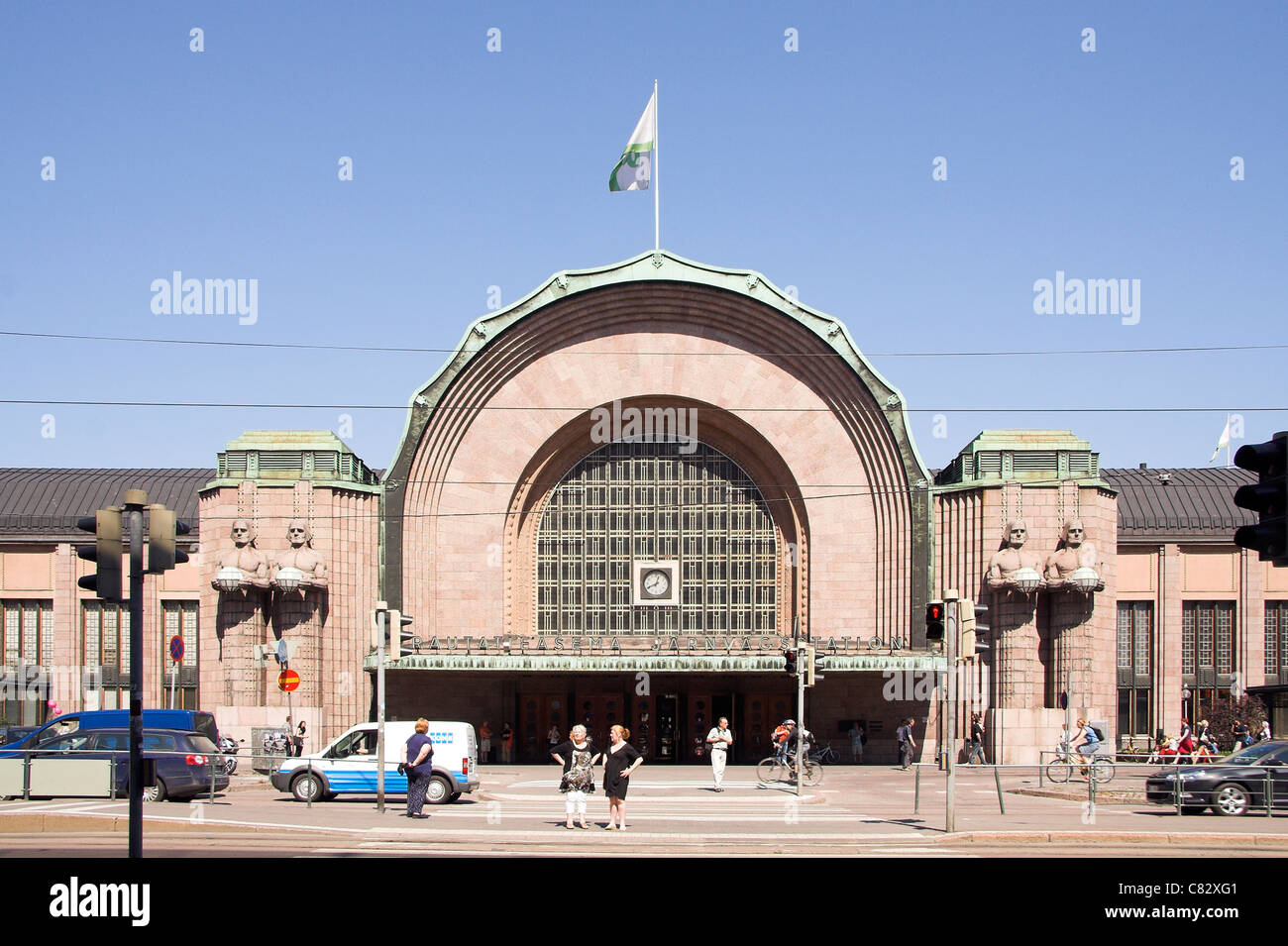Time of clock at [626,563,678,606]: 12:41
